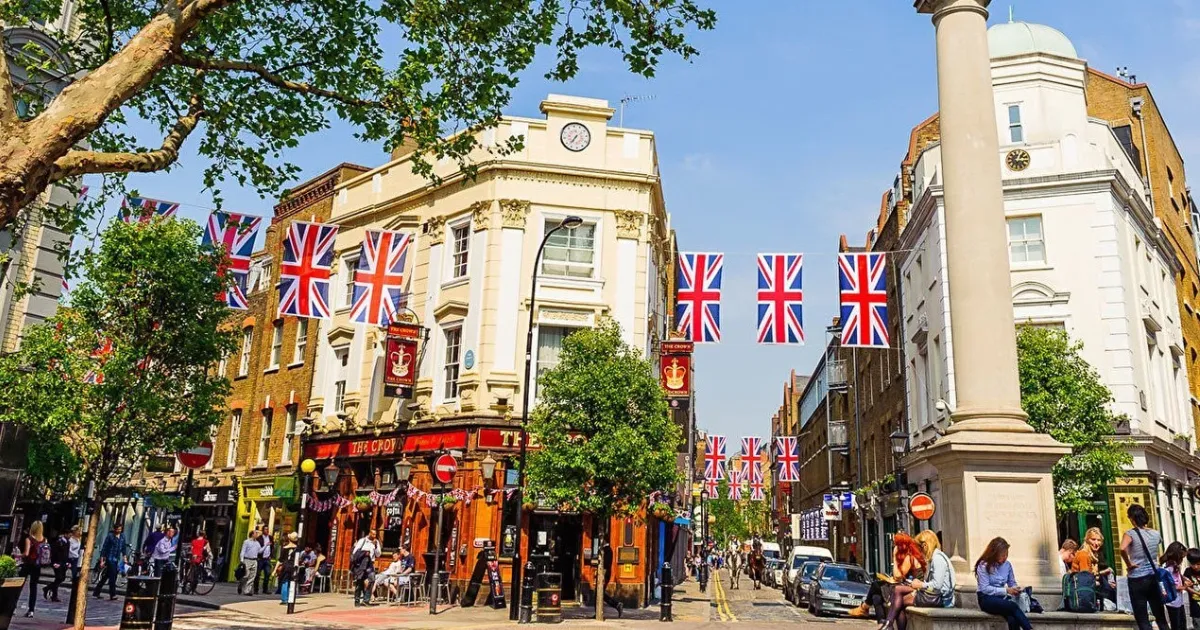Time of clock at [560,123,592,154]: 7:37
